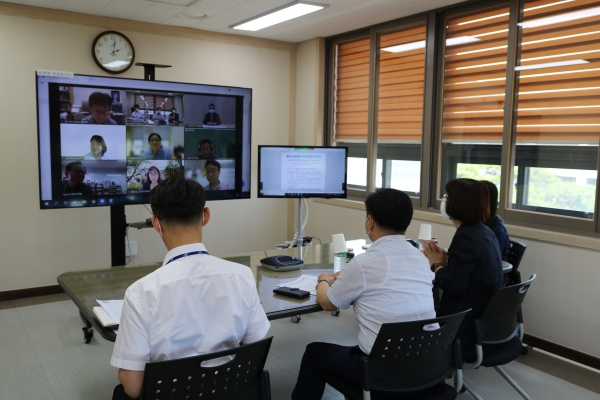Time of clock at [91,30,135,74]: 2:01
